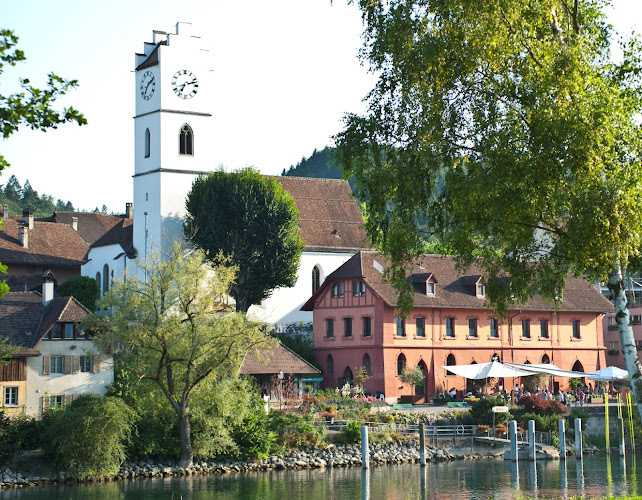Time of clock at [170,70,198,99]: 7:12
